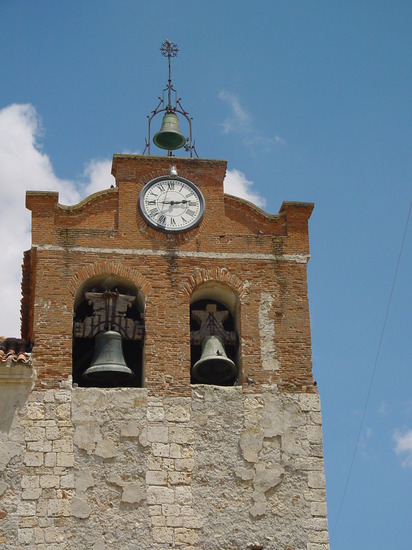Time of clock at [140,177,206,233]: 2:45
